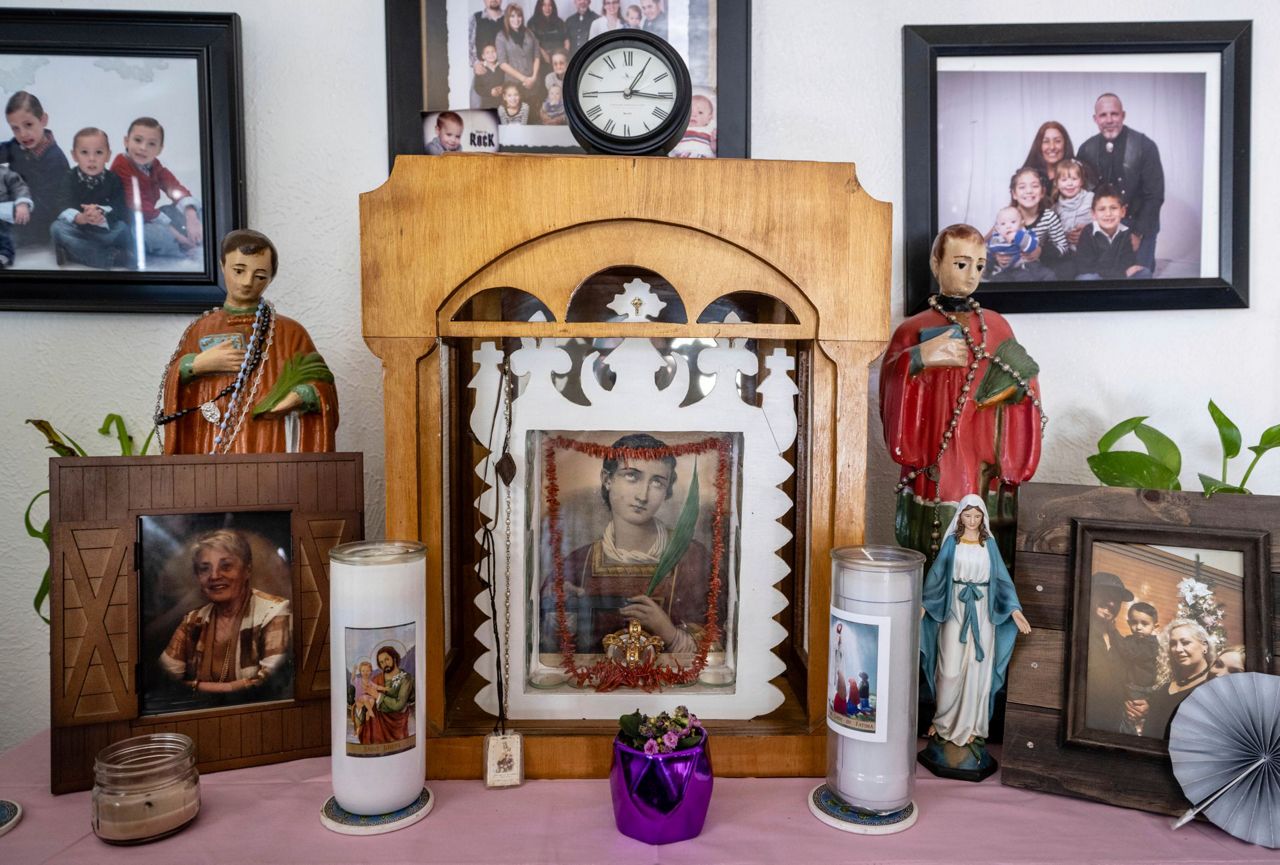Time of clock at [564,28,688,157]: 1:16
